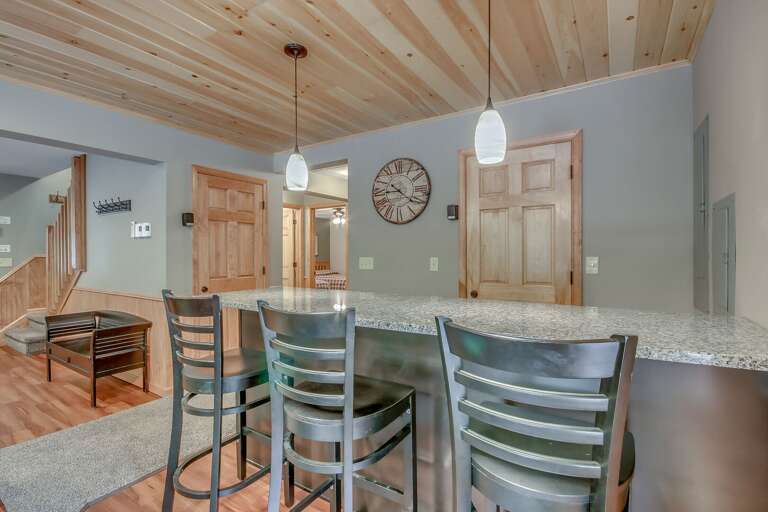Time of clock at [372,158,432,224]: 8:21
